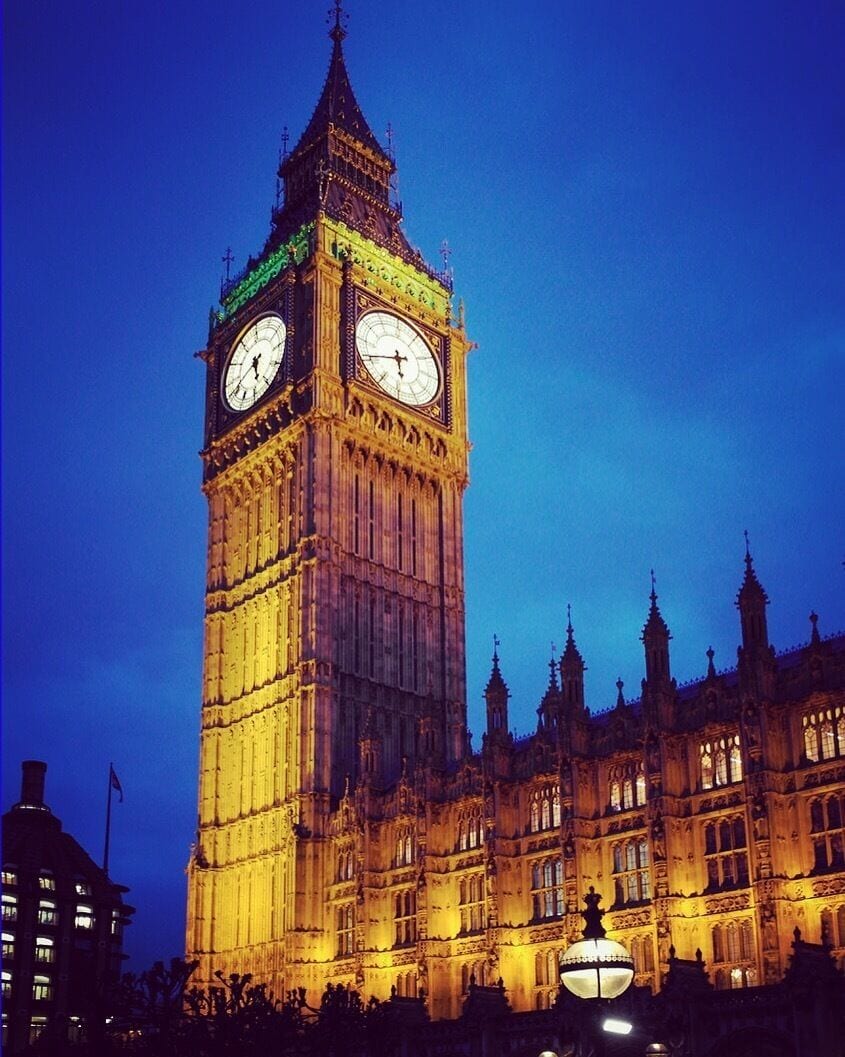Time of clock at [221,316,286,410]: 5:40
